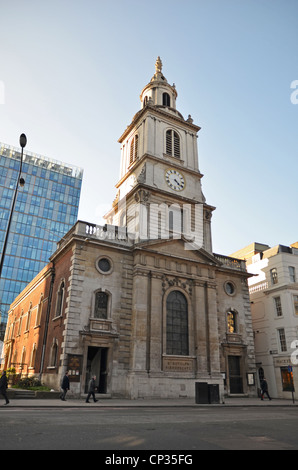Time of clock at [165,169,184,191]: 4:21
